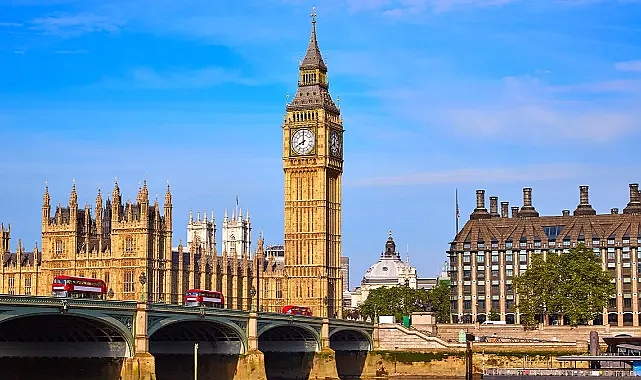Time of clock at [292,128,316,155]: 7:59
